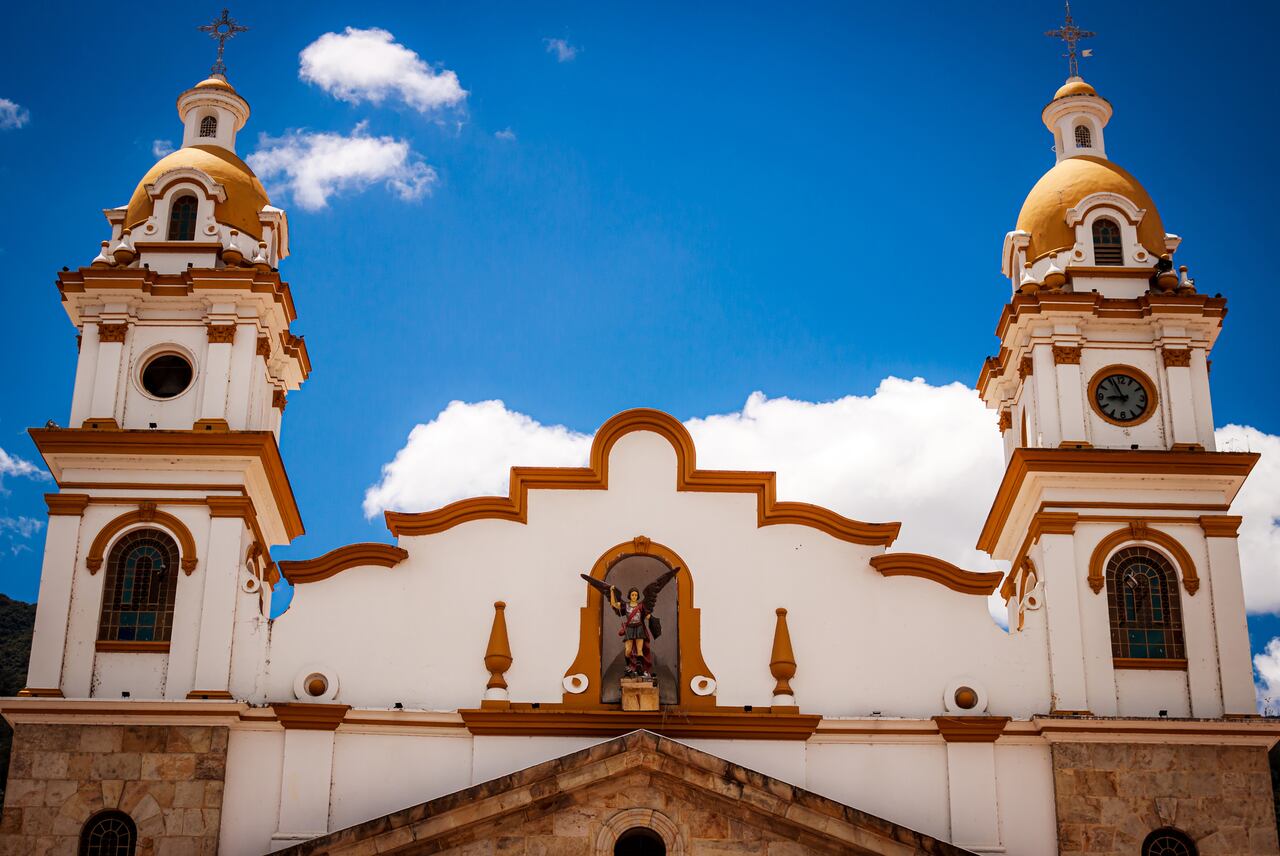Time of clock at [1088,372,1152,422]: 8:56
